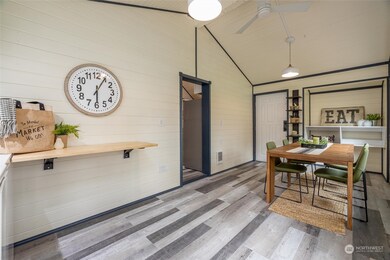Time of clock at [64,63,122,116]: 6:05
